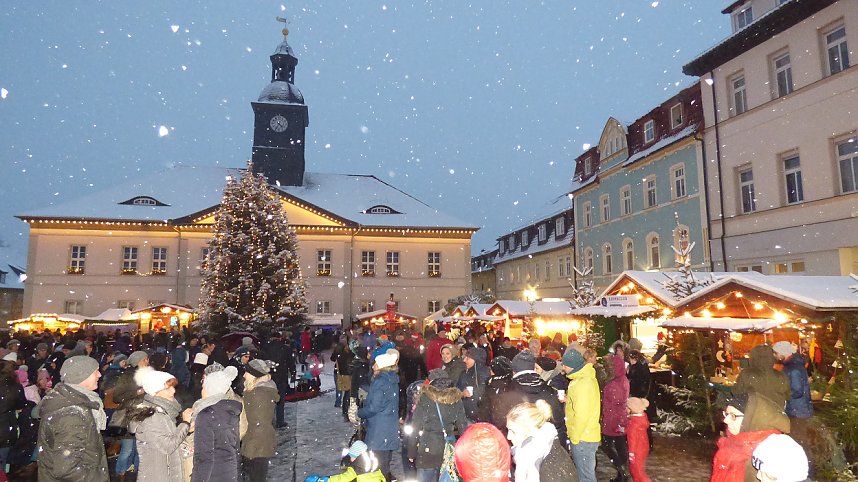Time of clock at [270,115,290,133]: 4:35
